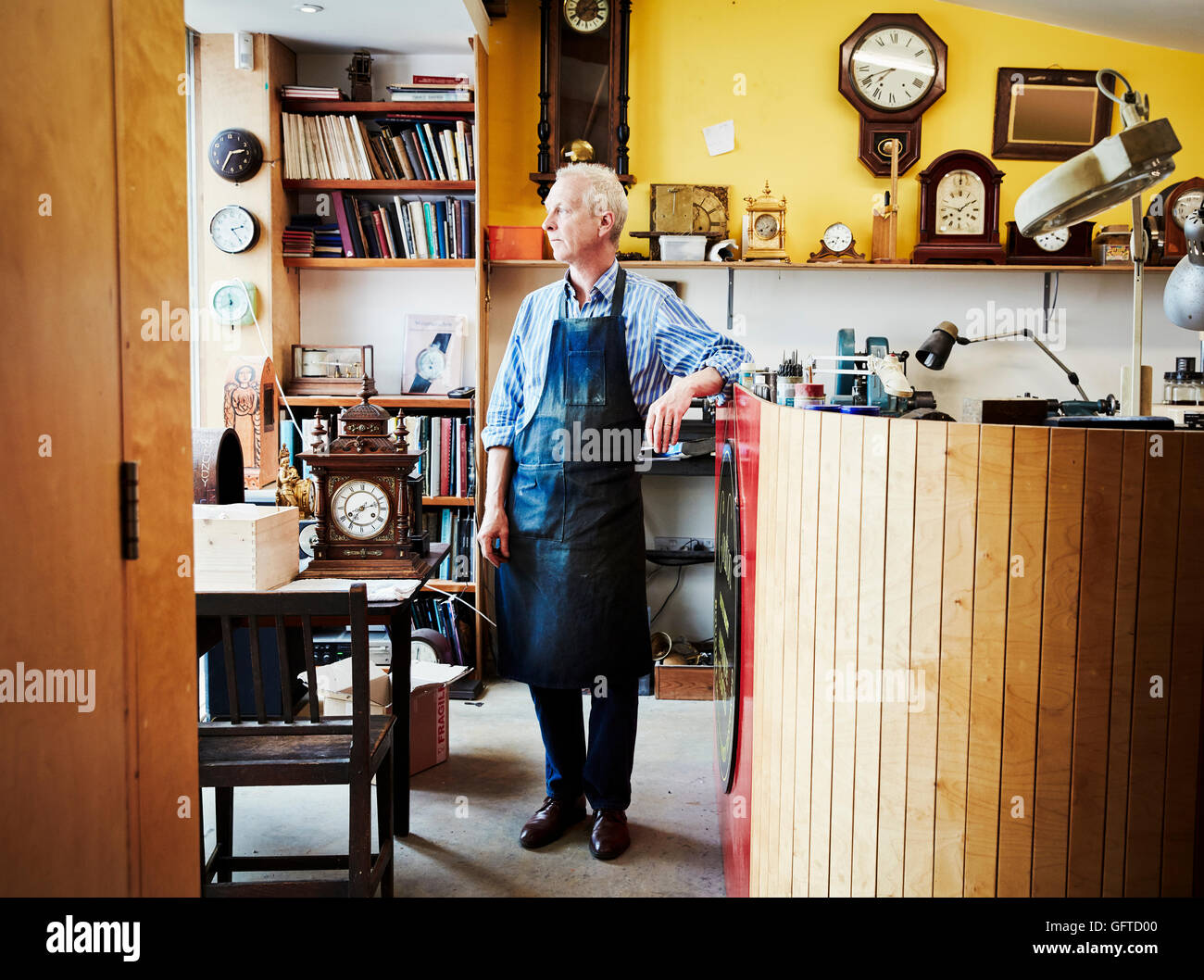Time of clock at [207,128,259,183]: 2:35
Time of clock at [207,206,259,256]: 2:24
